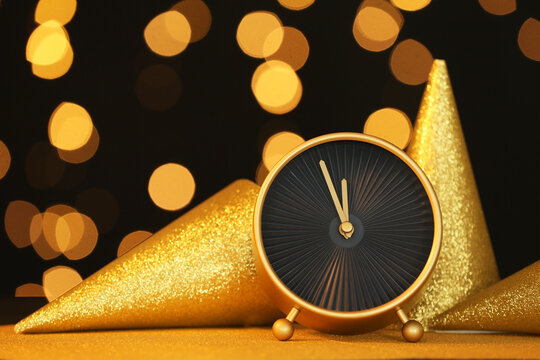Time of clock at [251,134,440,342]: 11:55
